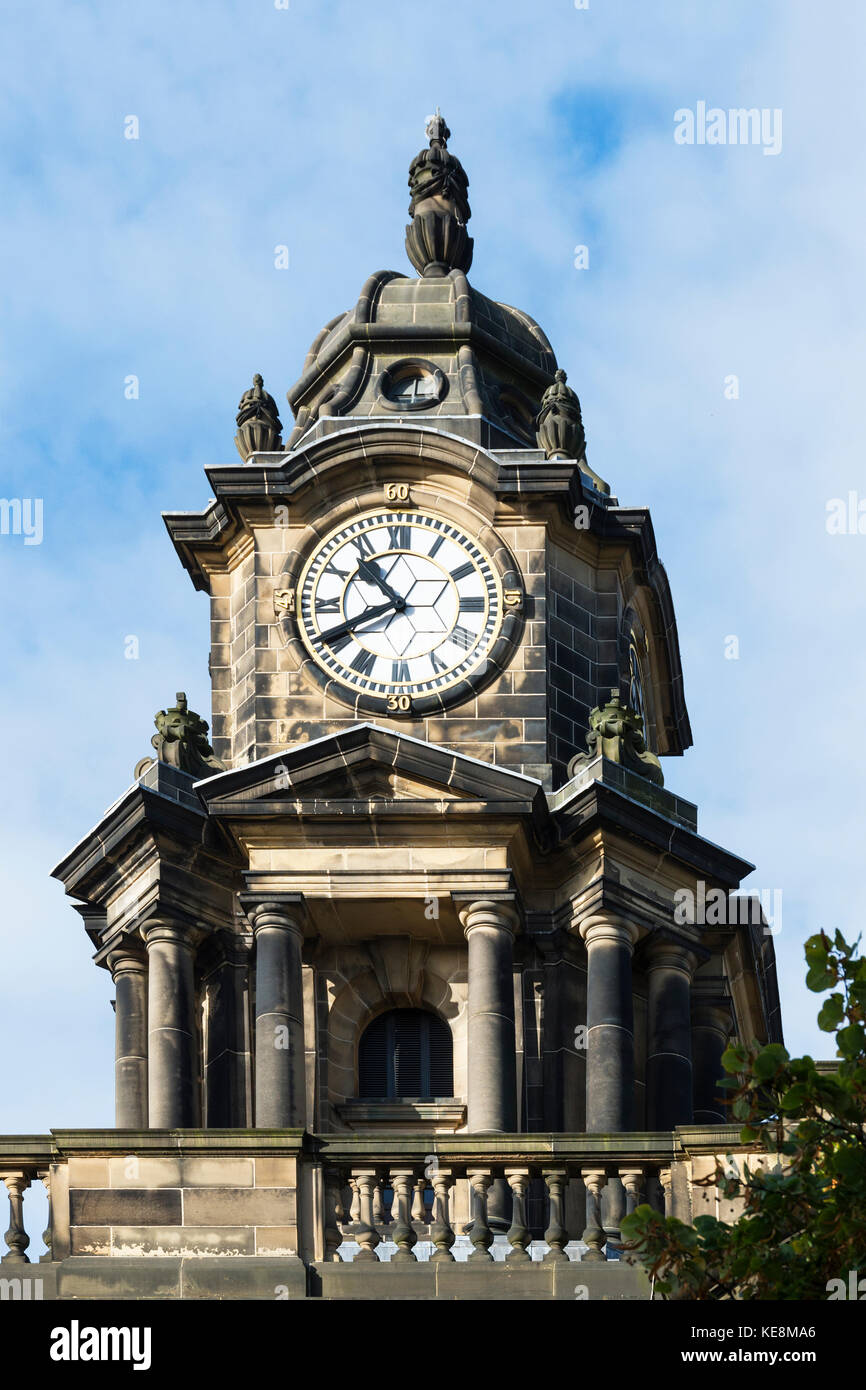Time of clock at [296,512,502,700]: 10:40
